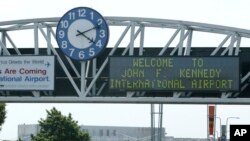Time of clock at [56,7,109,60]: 4:11
